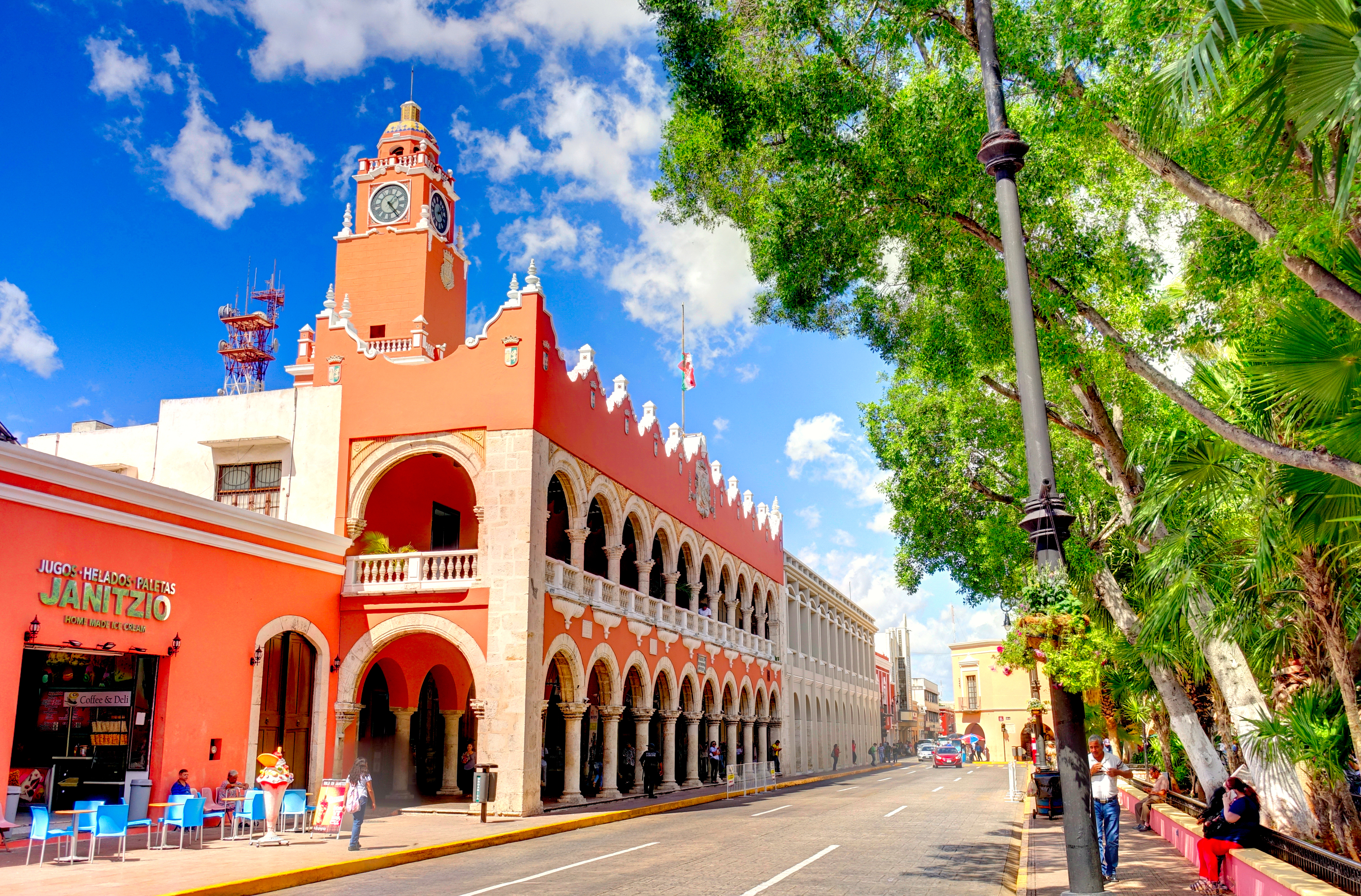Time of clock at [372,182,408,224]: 1:23
